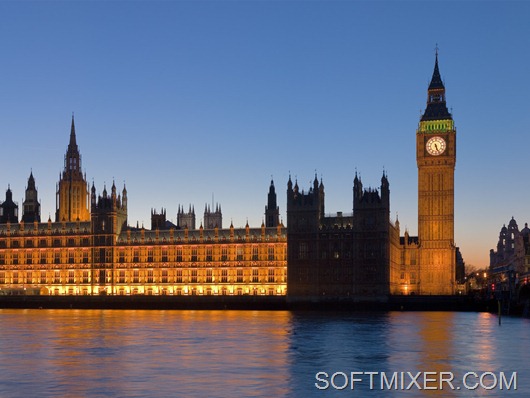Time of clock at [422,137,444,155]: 5:26
